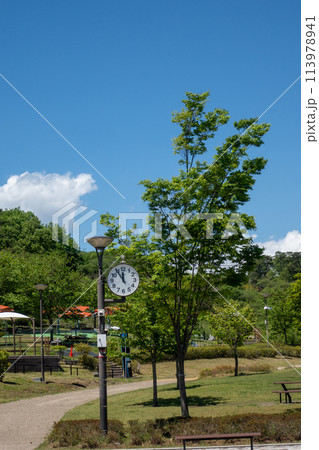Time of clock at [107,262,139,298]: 11:54
